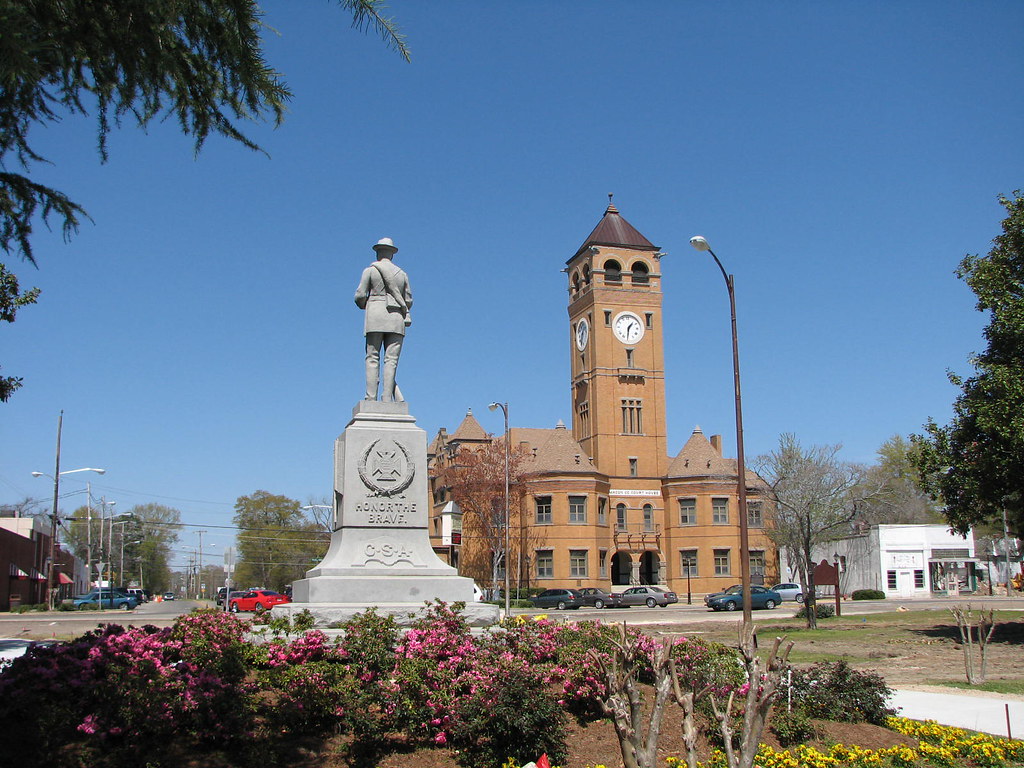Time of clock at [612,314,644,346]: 1:31
